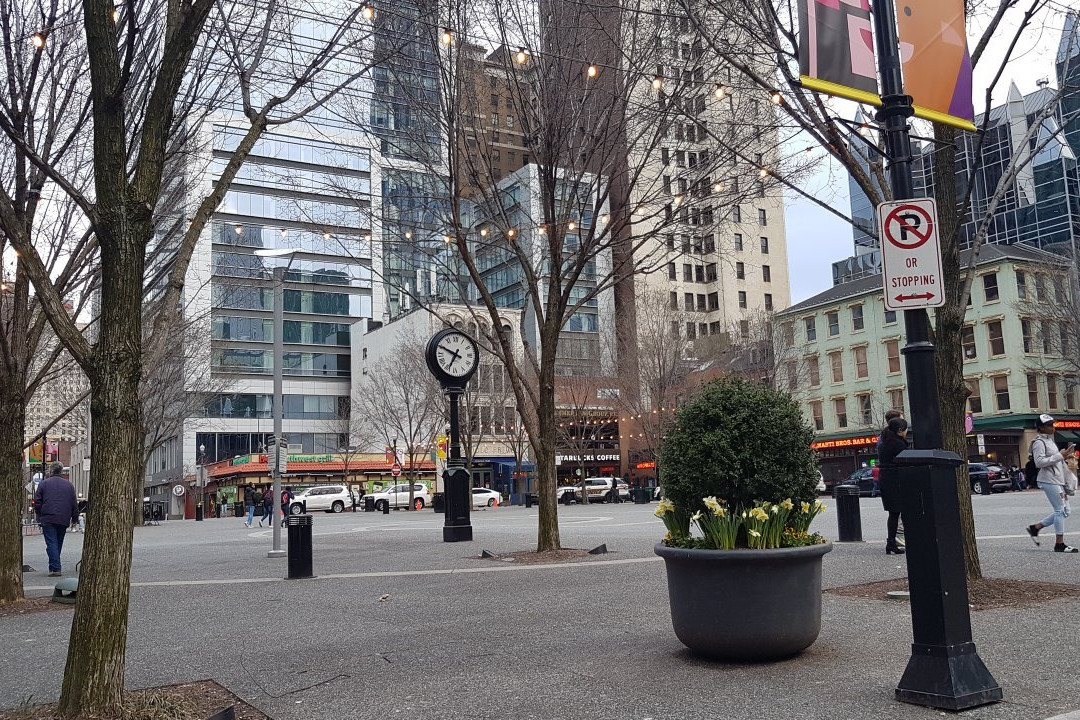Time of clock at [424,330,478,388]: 6:48
